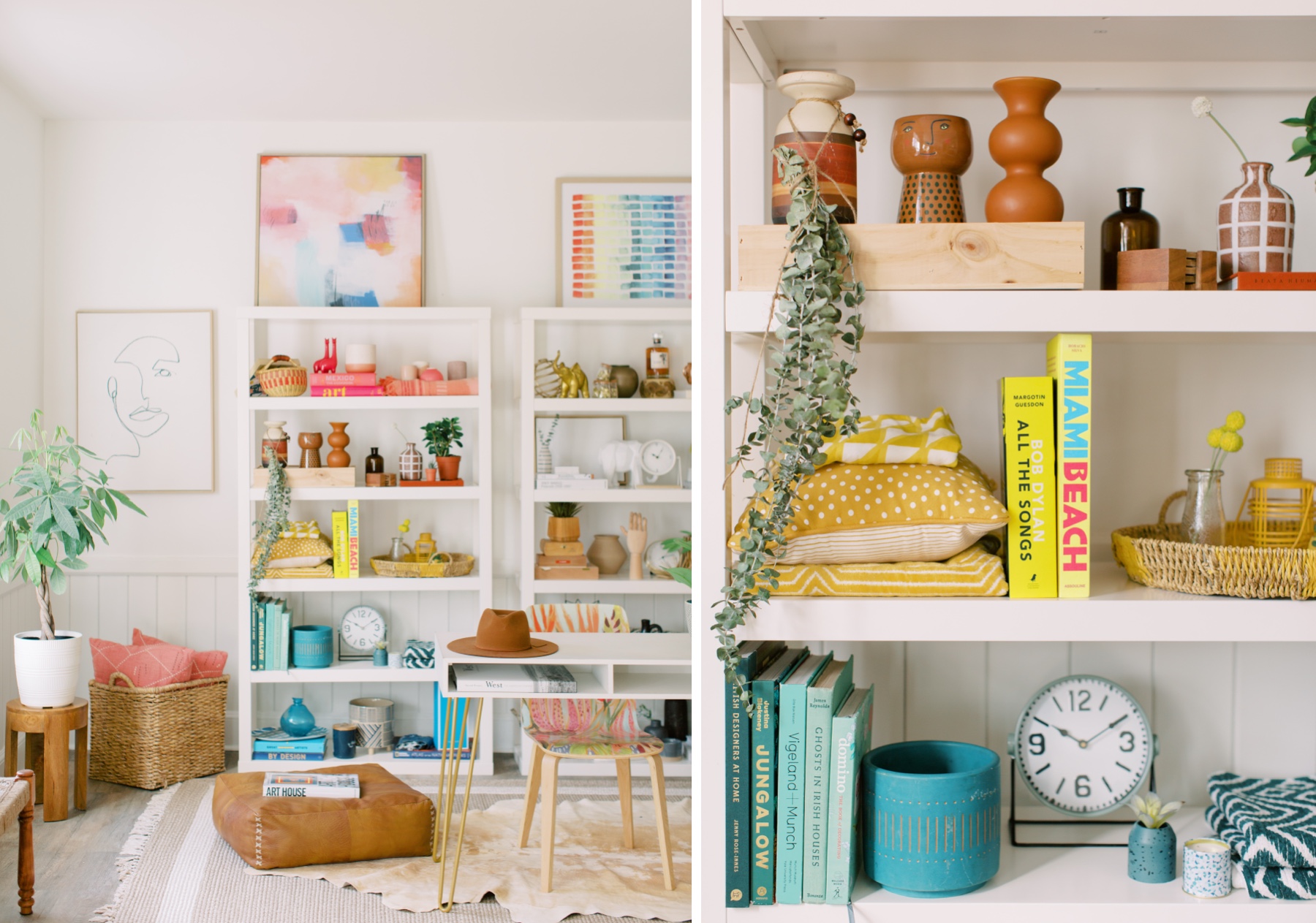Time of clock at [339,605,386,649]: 10:09
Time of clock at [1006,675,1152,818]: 10:09
